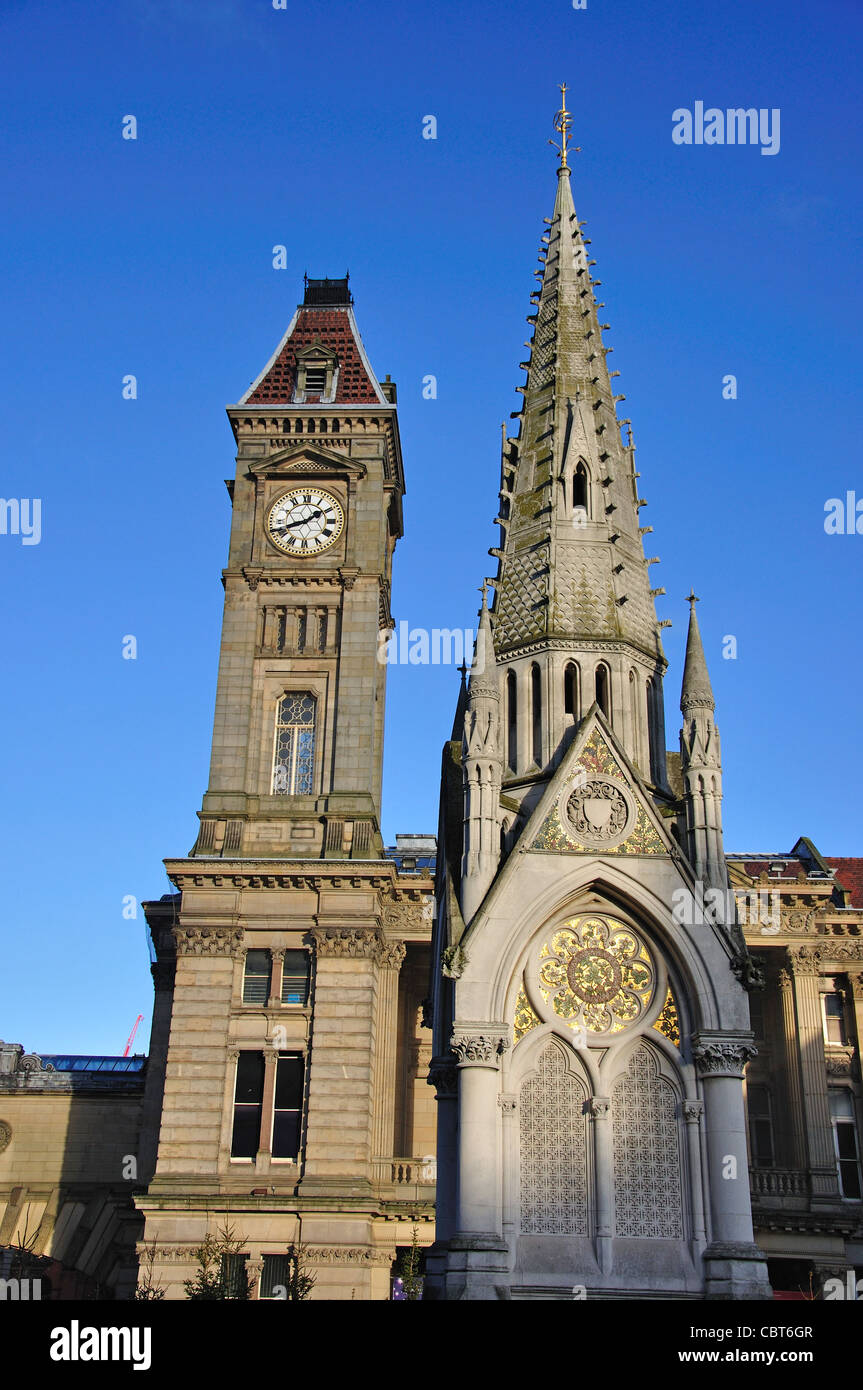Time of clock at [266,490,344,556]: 1:41
